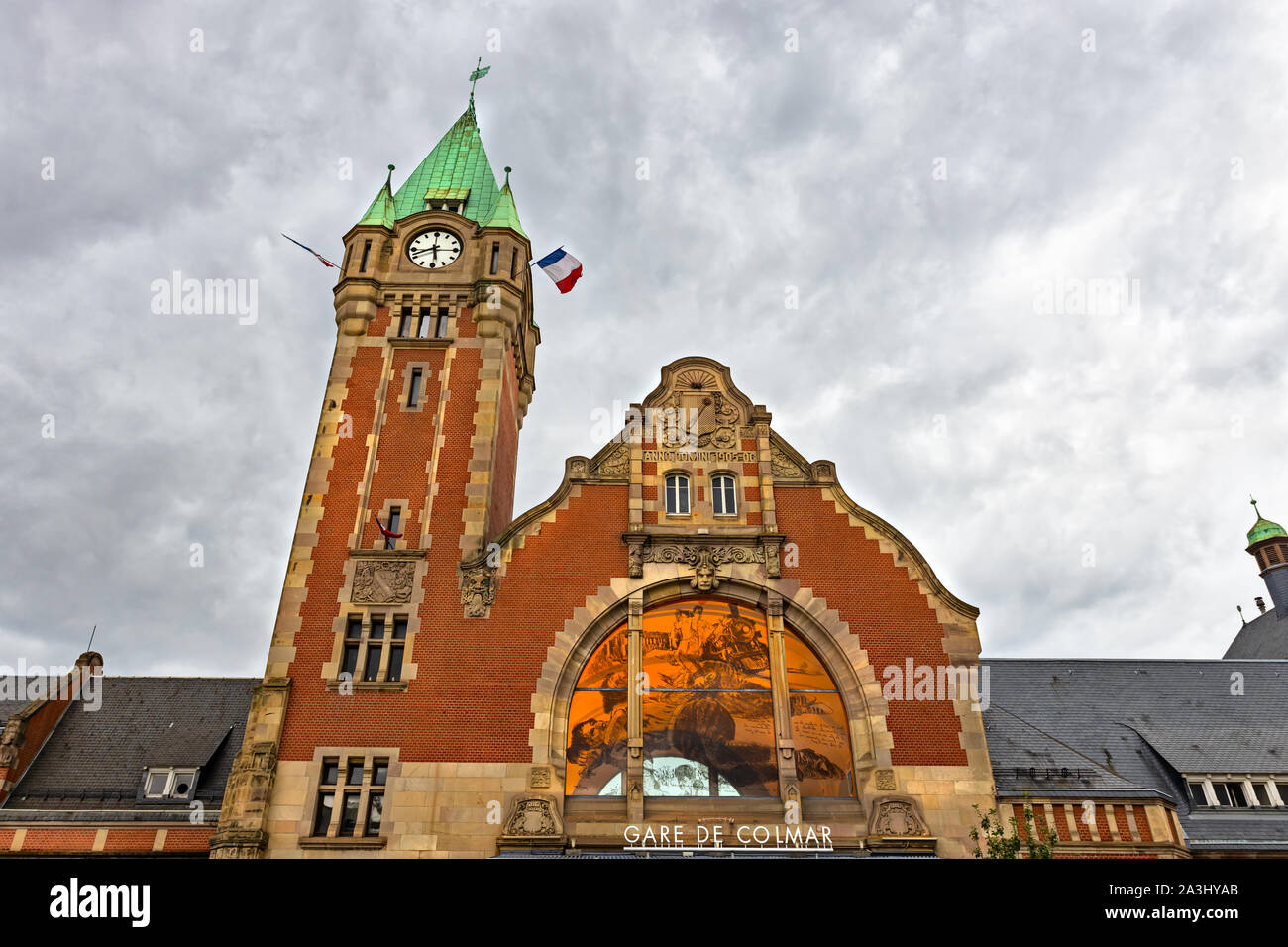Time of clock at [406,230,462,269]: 5:41
